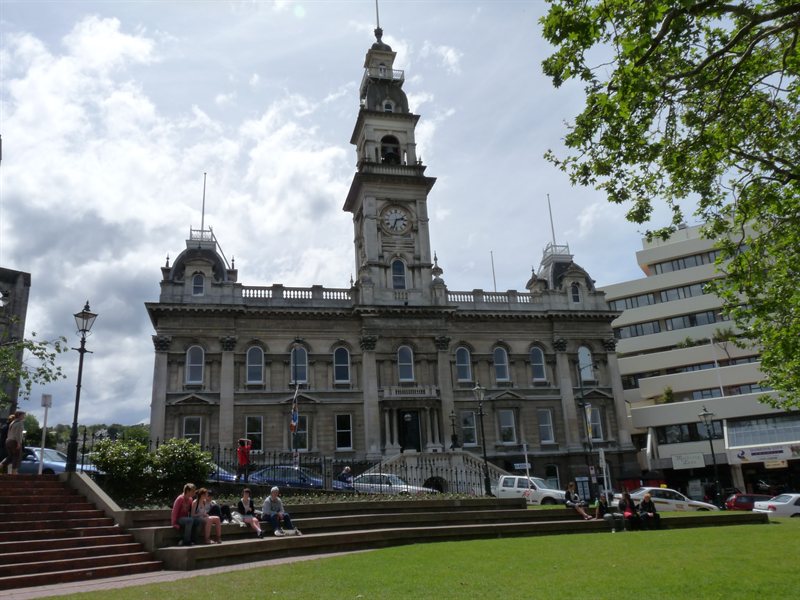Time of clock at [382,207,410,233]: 2:33
